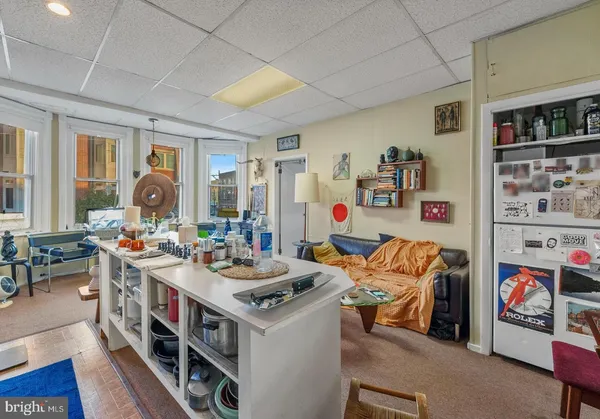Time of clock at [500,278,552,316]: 12:07
